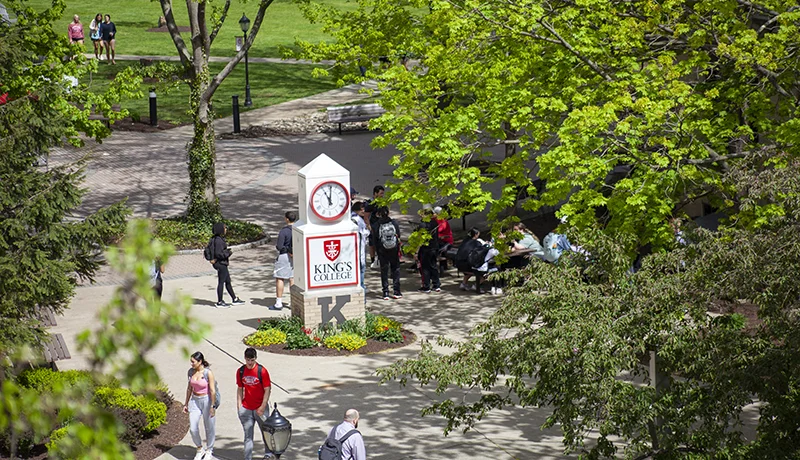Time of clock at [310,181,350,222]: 11:01
